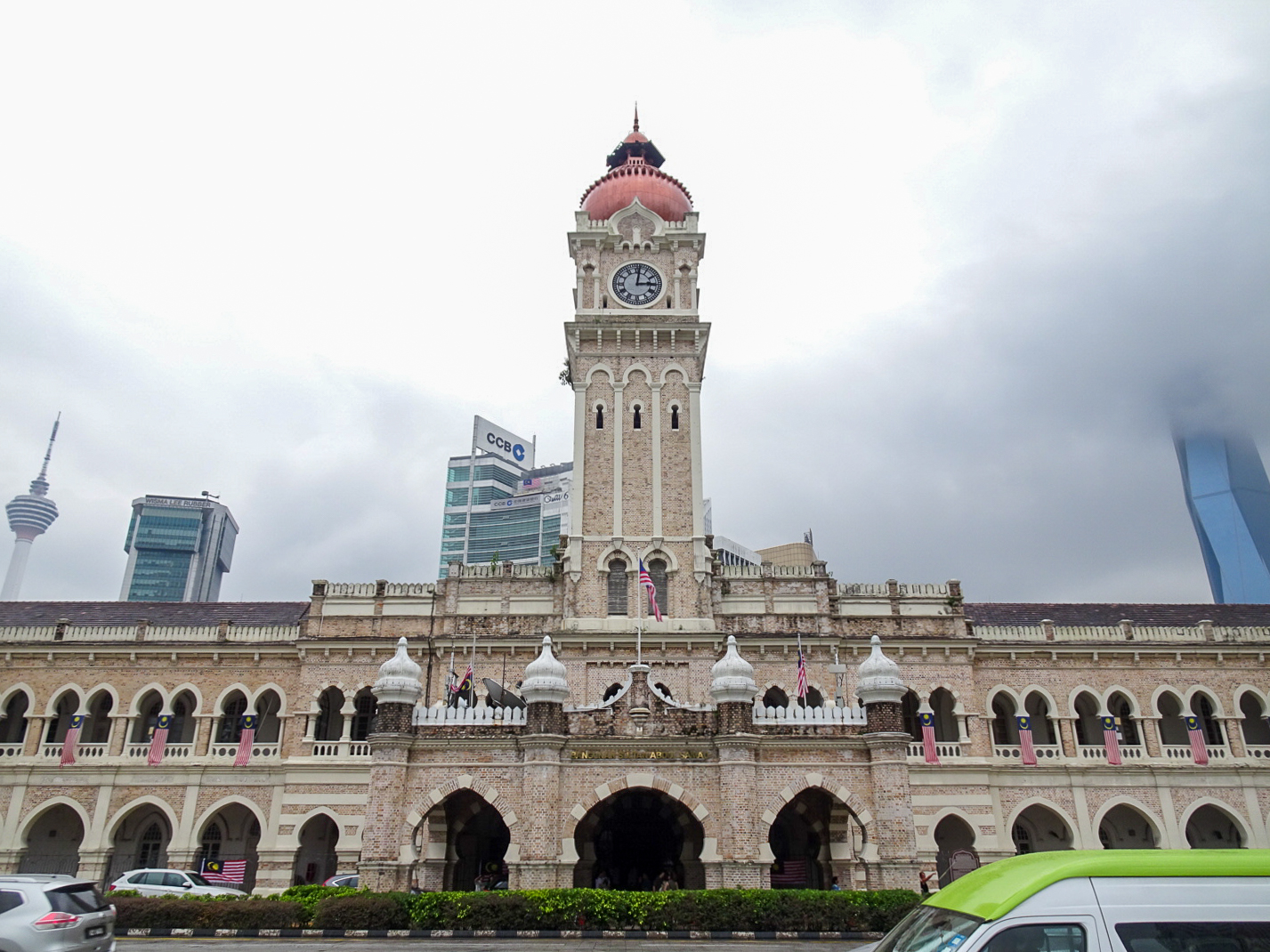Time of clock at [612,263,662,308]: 3:01
